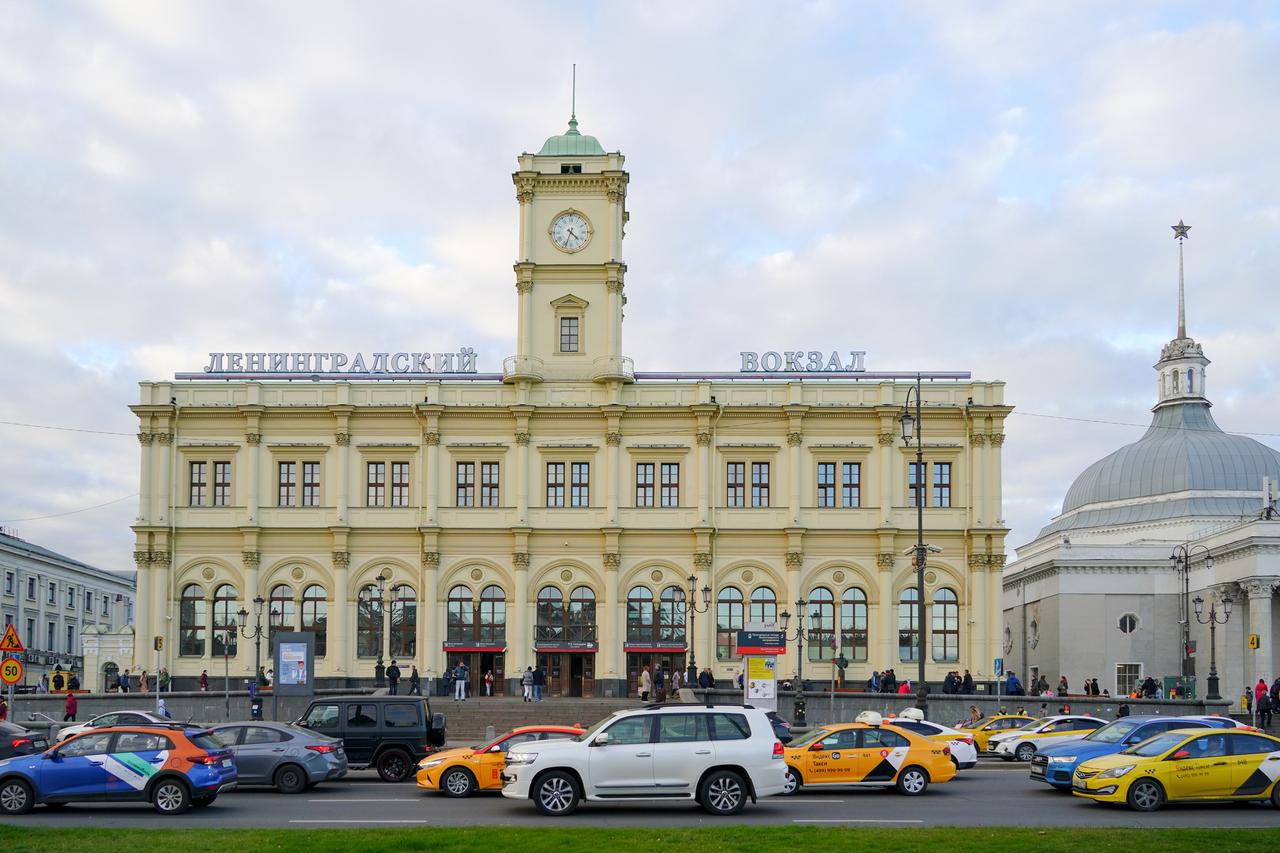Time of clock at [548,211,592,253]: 4:33
